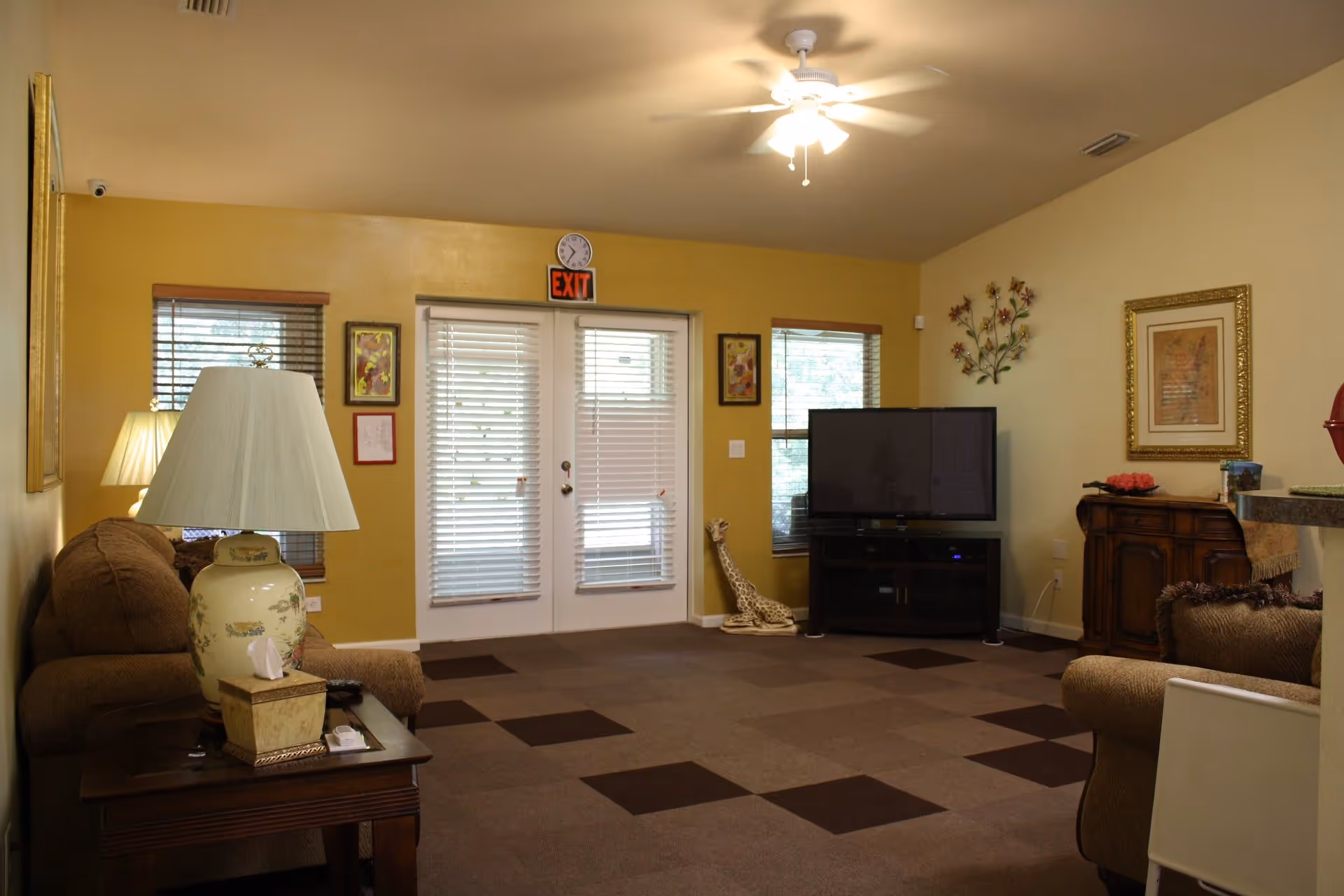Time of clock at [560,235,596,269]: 10:35
